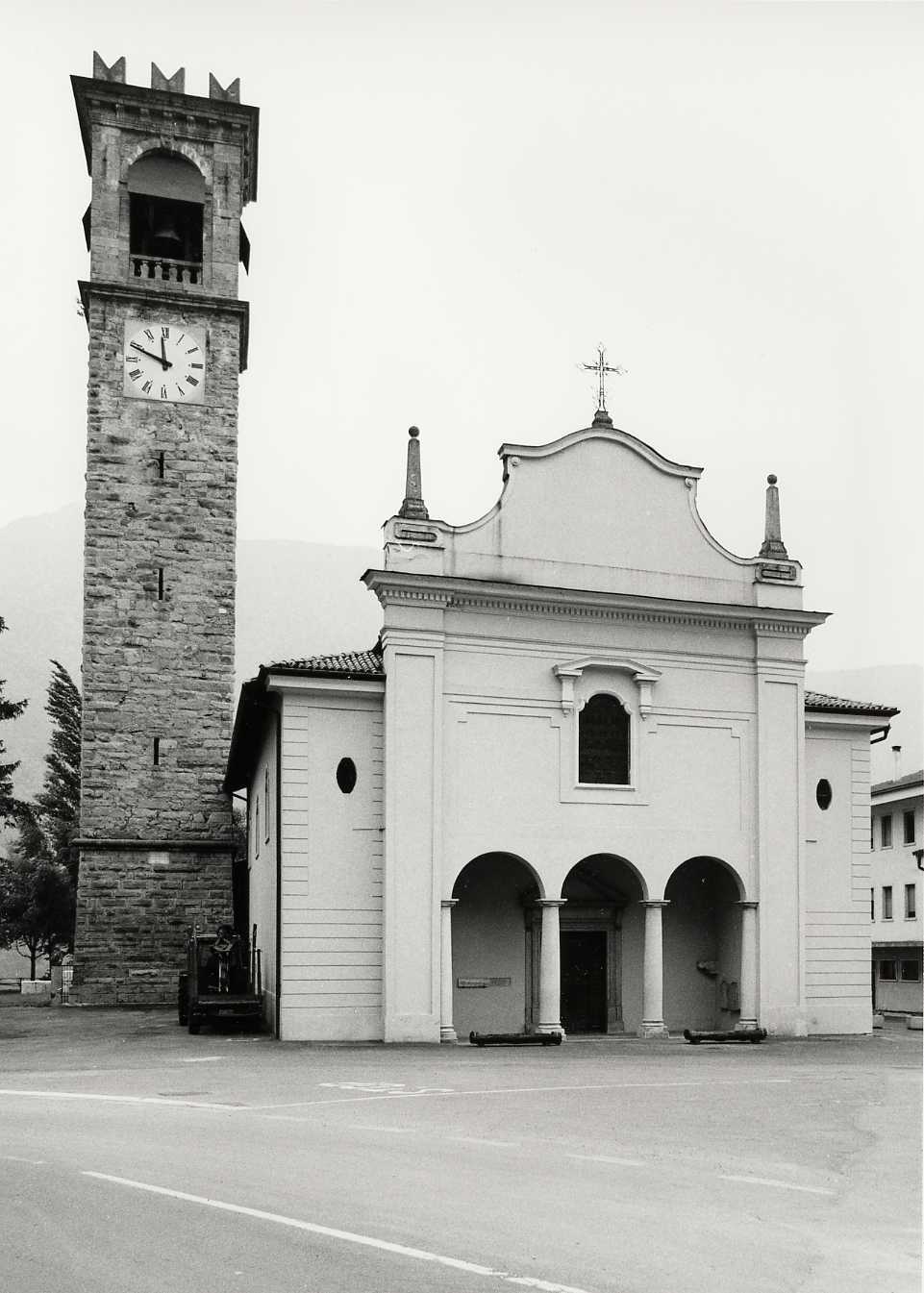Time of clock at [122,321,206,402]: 11:48
